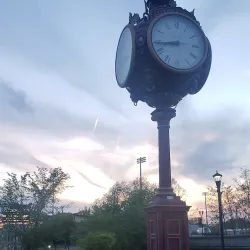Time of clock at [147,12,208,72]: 8:43
